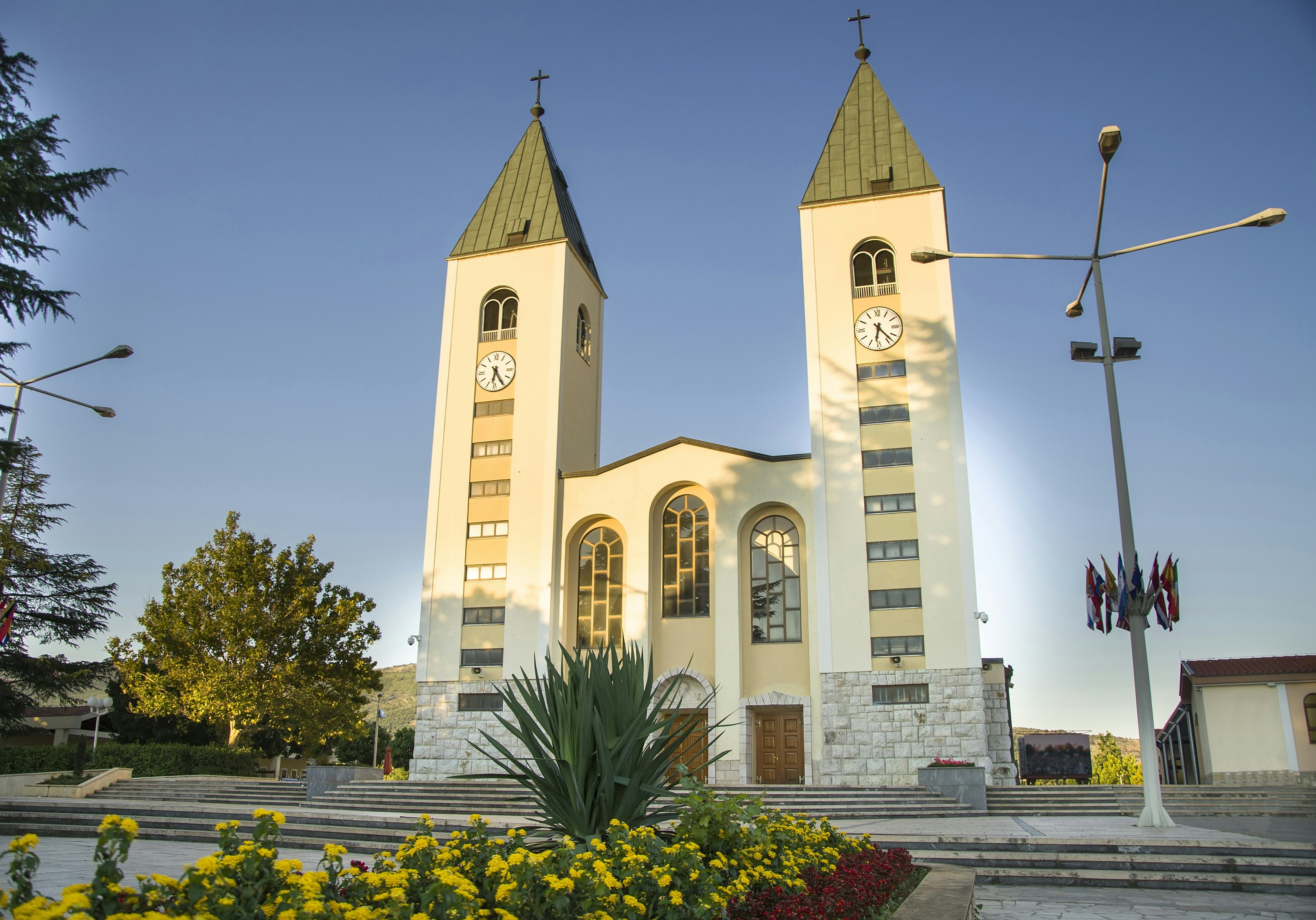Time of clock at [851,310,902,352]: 6:23
